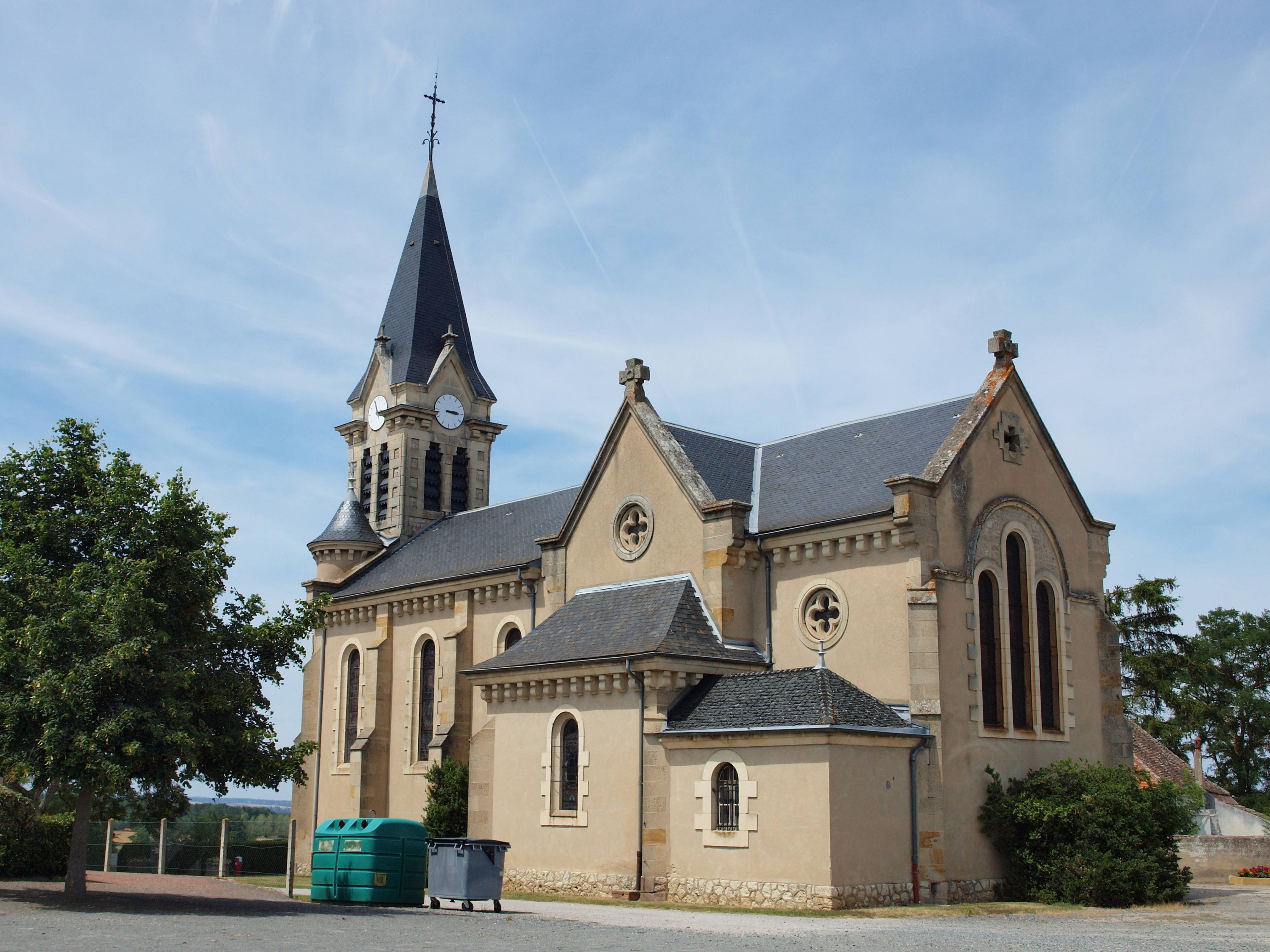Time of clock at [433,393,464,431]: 3:14
